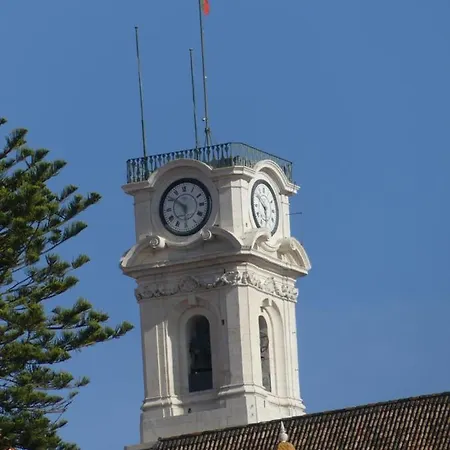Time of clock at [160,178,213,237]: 5:51
